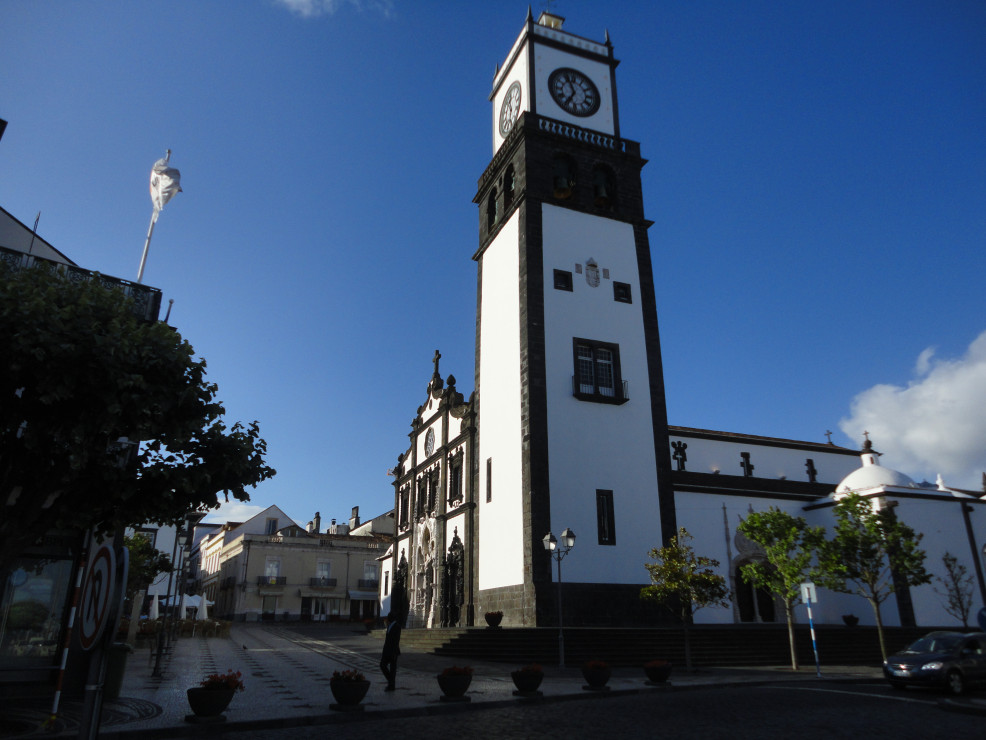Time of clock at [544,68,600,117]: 6:56
